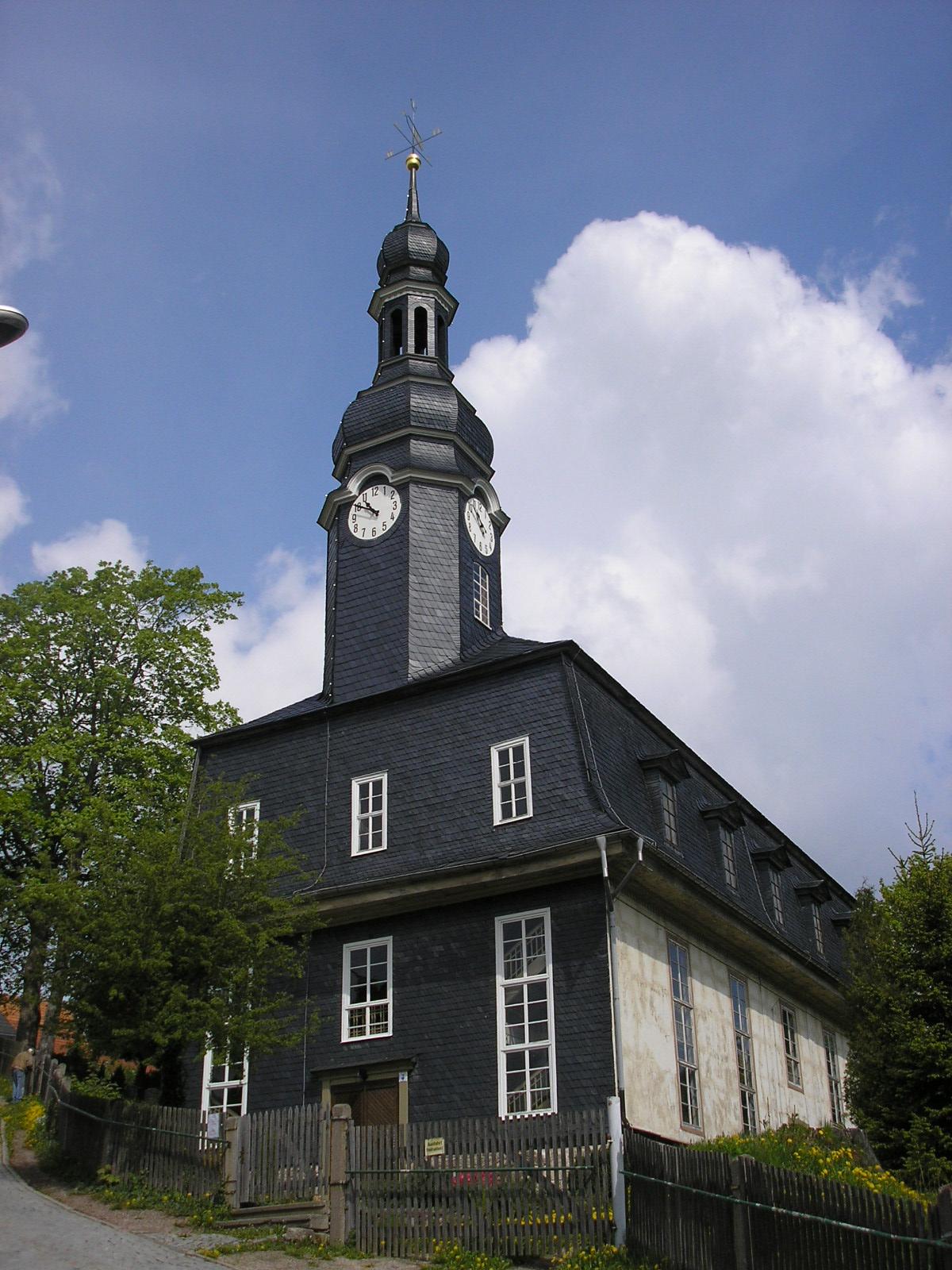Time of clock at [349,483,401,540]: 10:50
